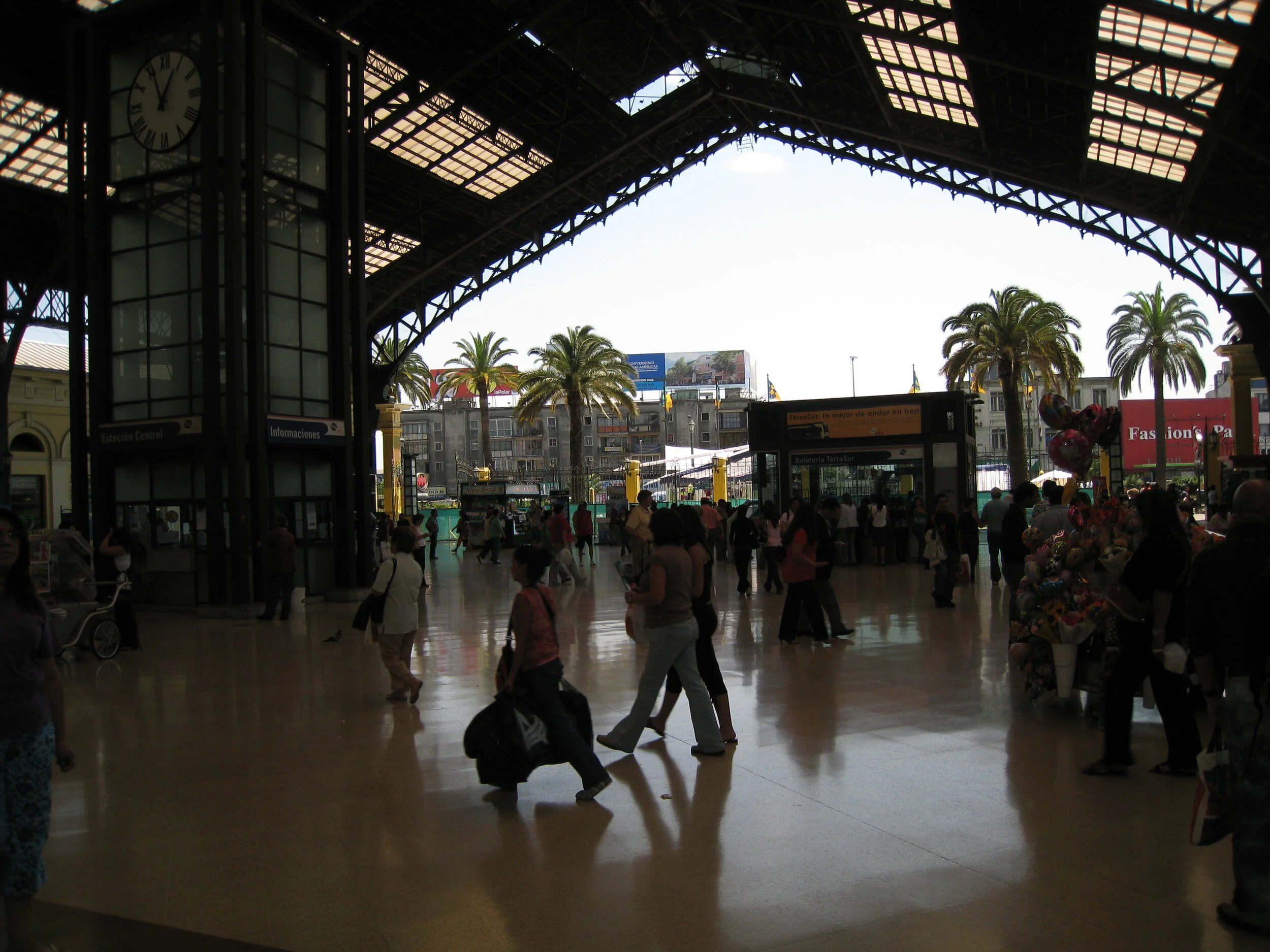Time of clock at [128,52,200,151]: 12:56
